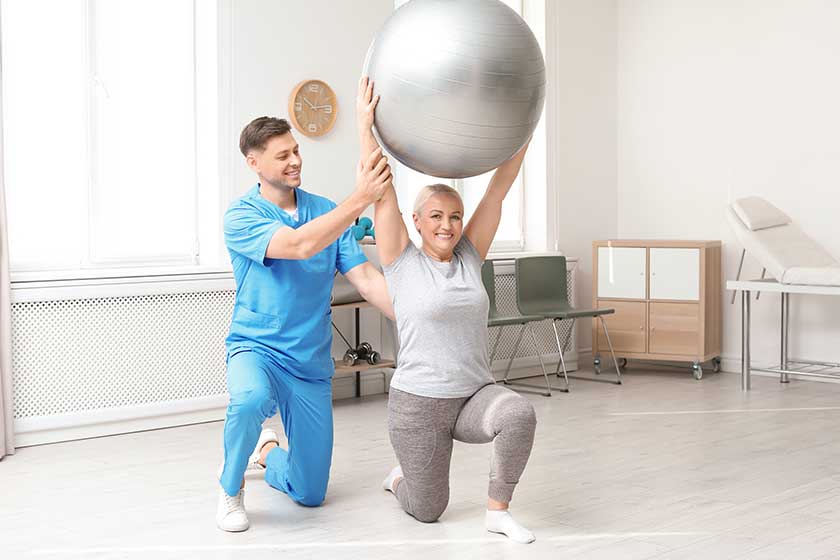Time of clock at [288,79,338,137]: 10:13
